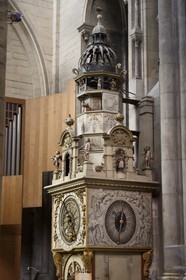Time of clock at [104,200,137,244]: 12:32
